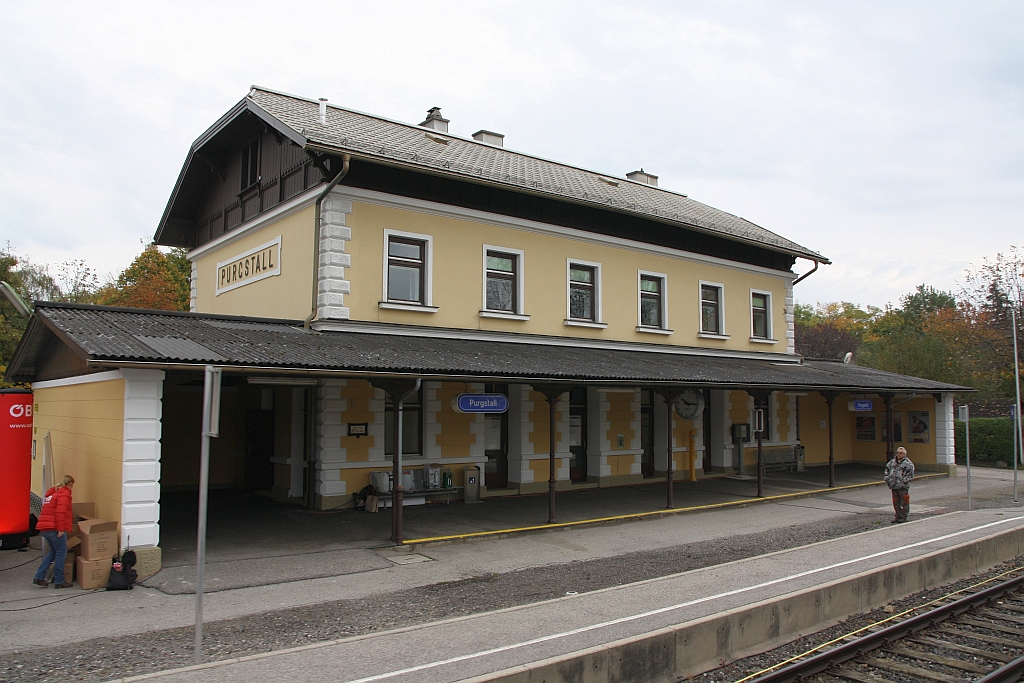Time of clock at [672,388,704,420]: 10:15
